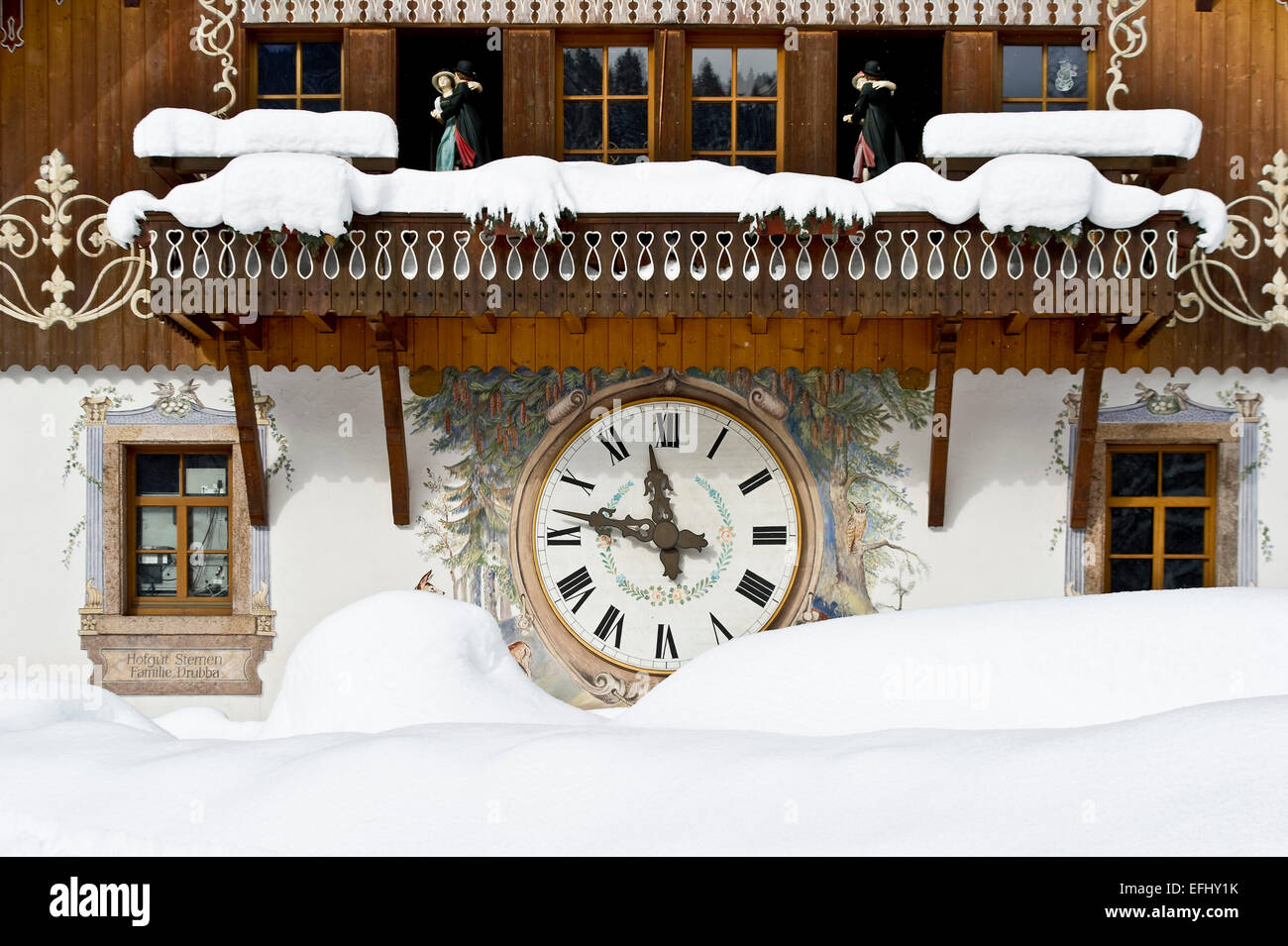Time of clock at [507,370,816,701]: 11:46
